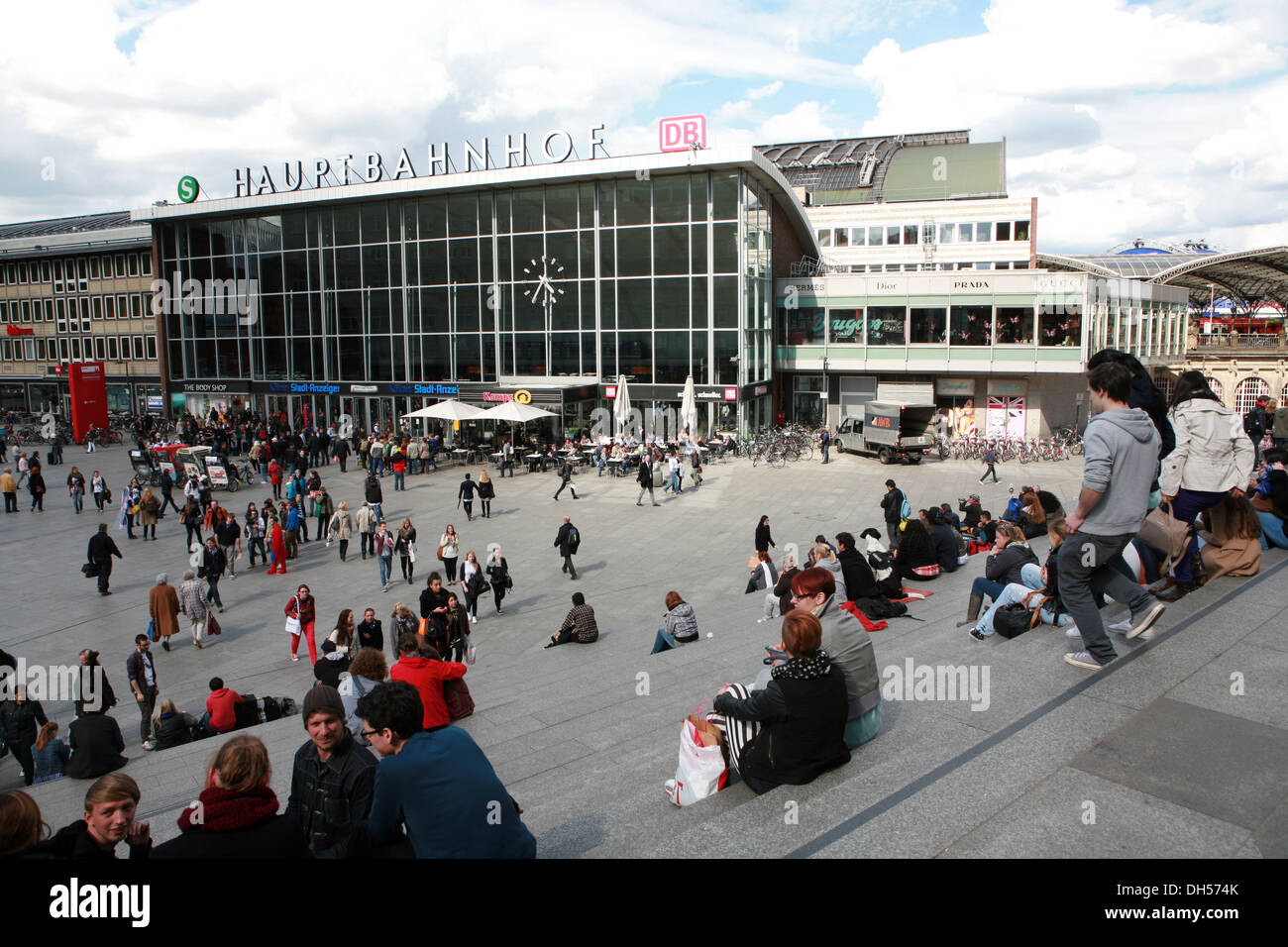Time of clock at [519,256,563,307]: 4:35
